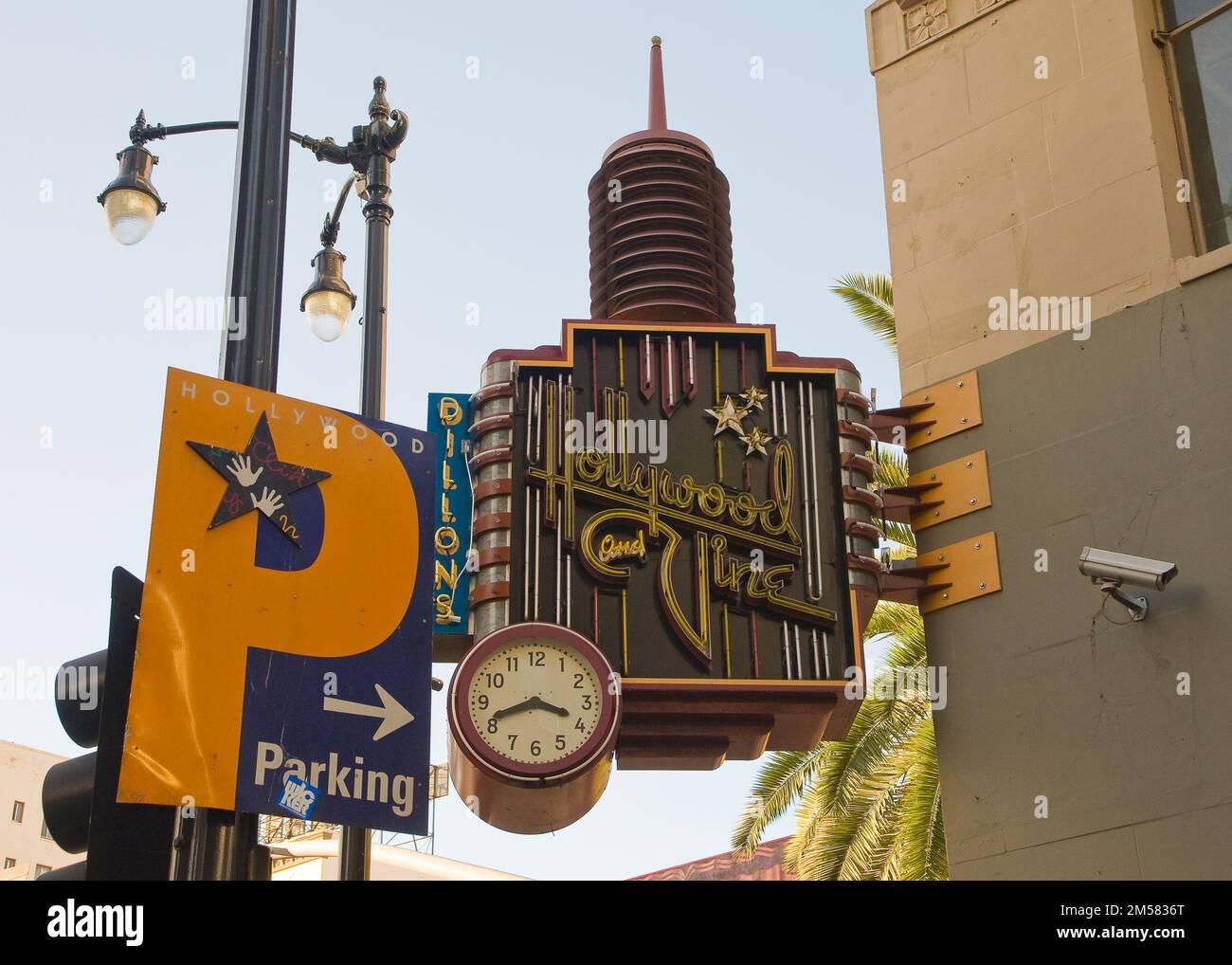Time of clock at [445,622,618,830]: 3:41
